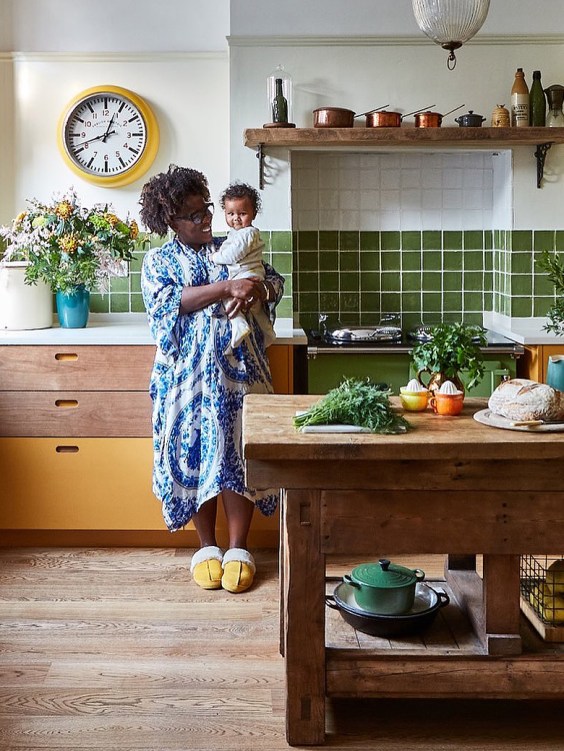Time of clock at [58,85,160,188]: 12:41
